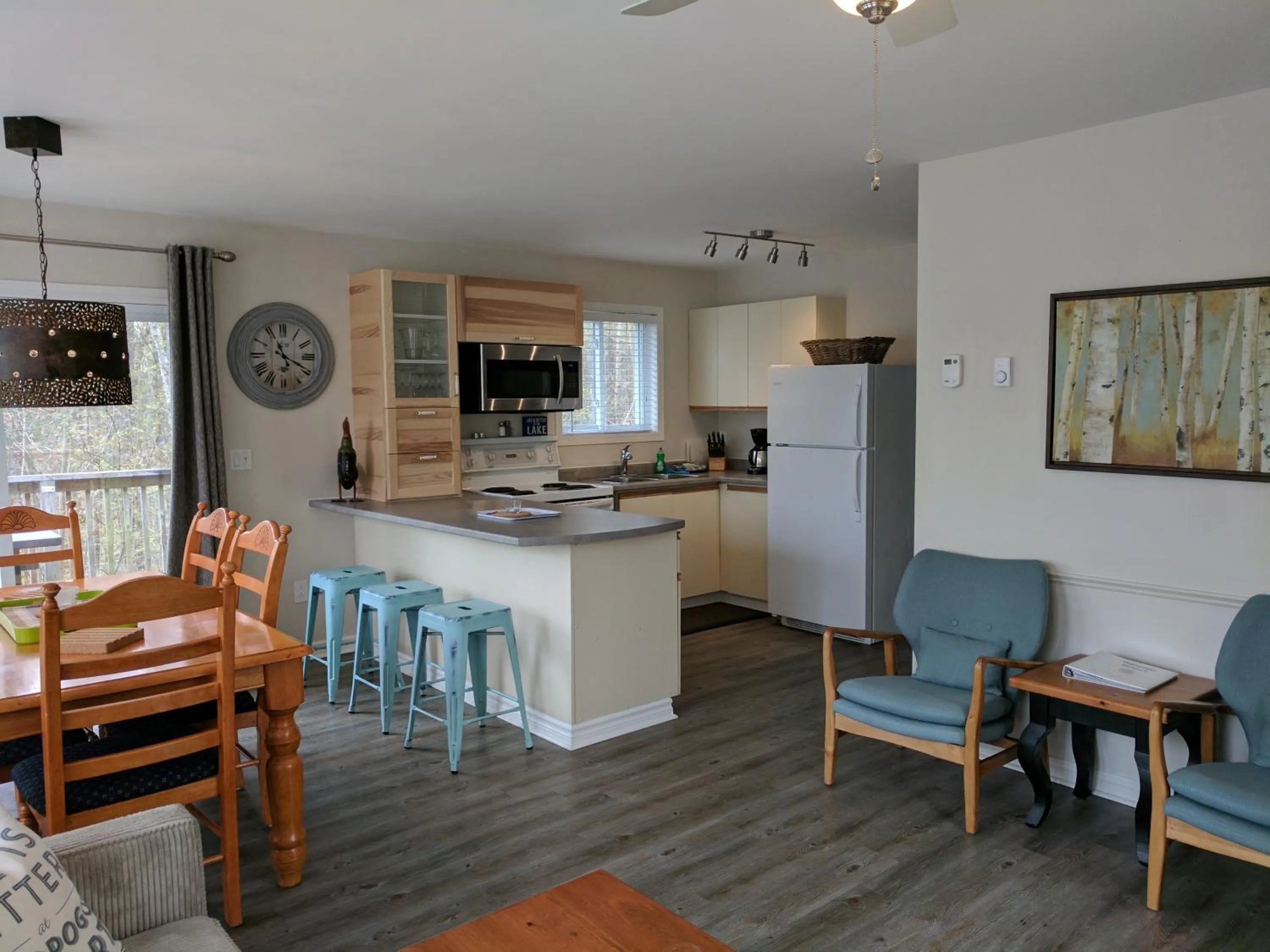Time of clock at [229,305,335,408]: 11:19
